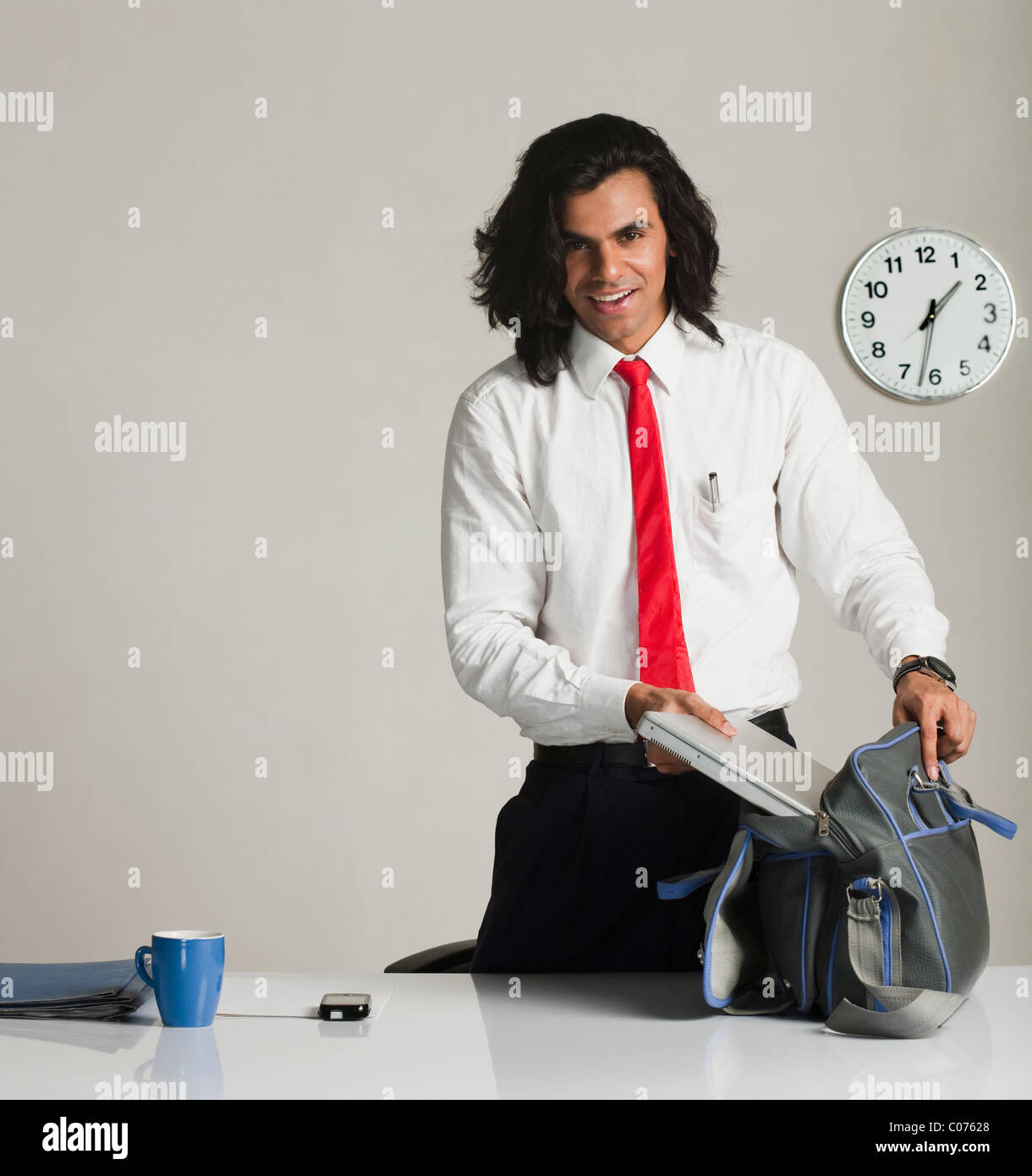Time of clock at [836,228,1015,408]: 1:32
